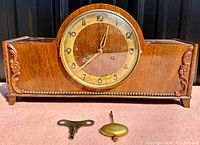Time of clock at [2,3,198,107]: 12:38
